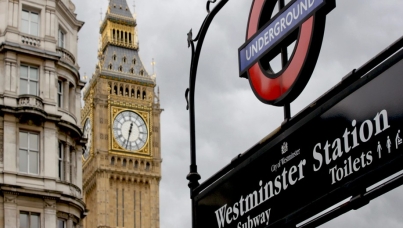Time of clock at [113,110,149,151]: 12:32
